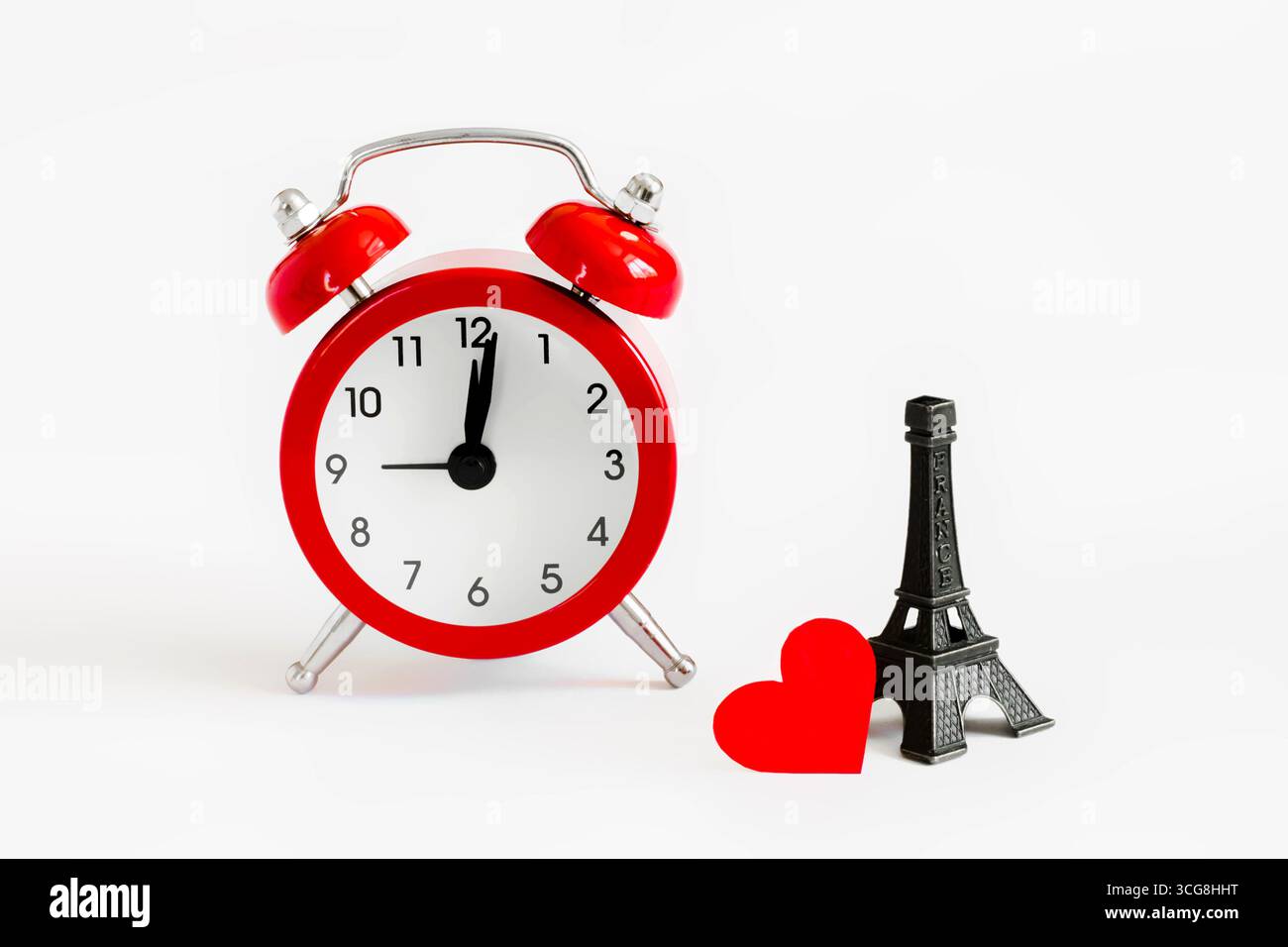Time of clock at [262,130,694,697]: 12:01
